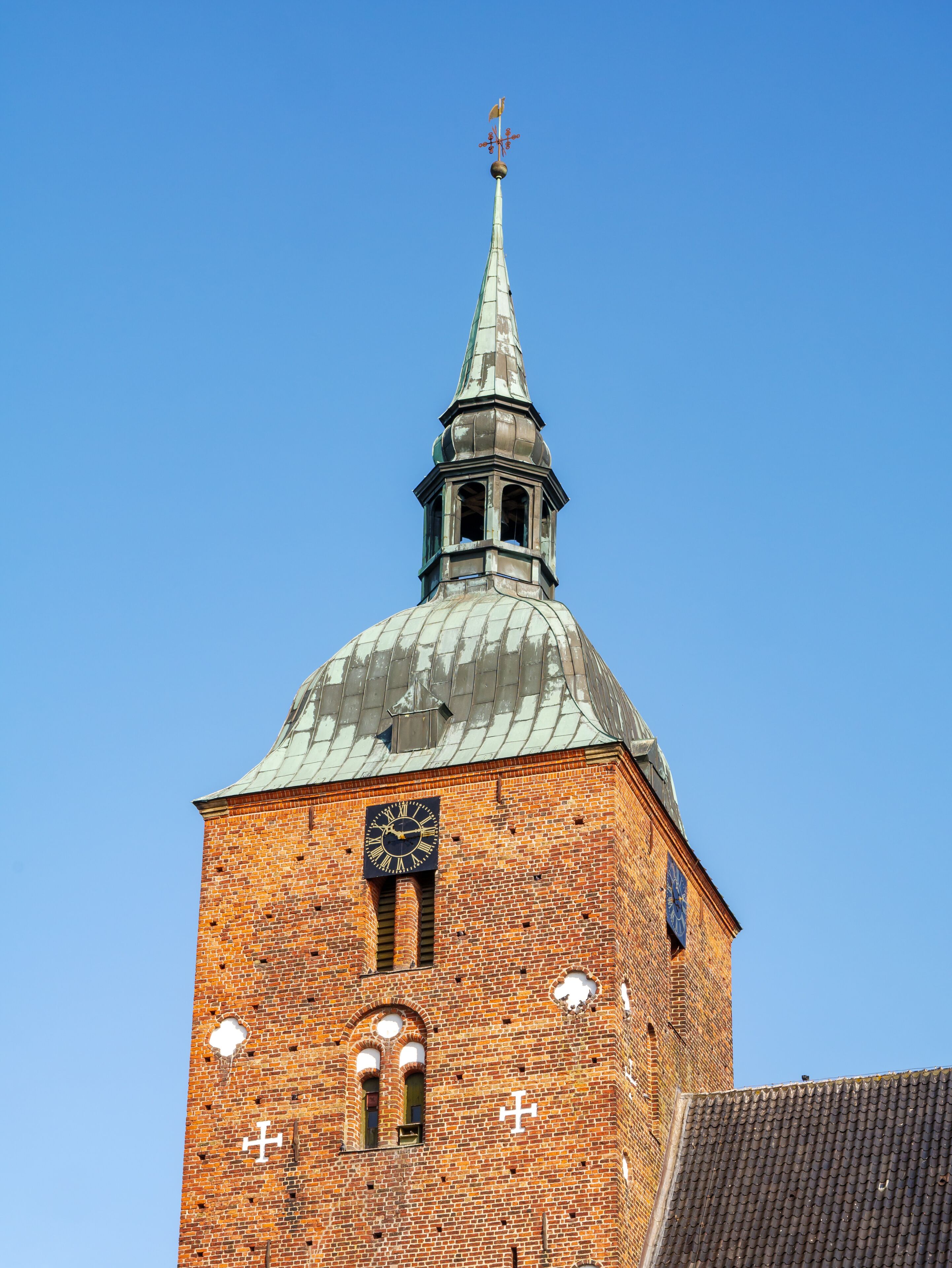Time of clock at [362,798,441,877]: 10:13
